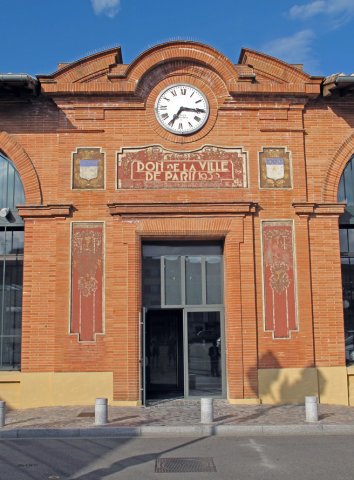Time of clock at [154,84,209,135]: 7:15
